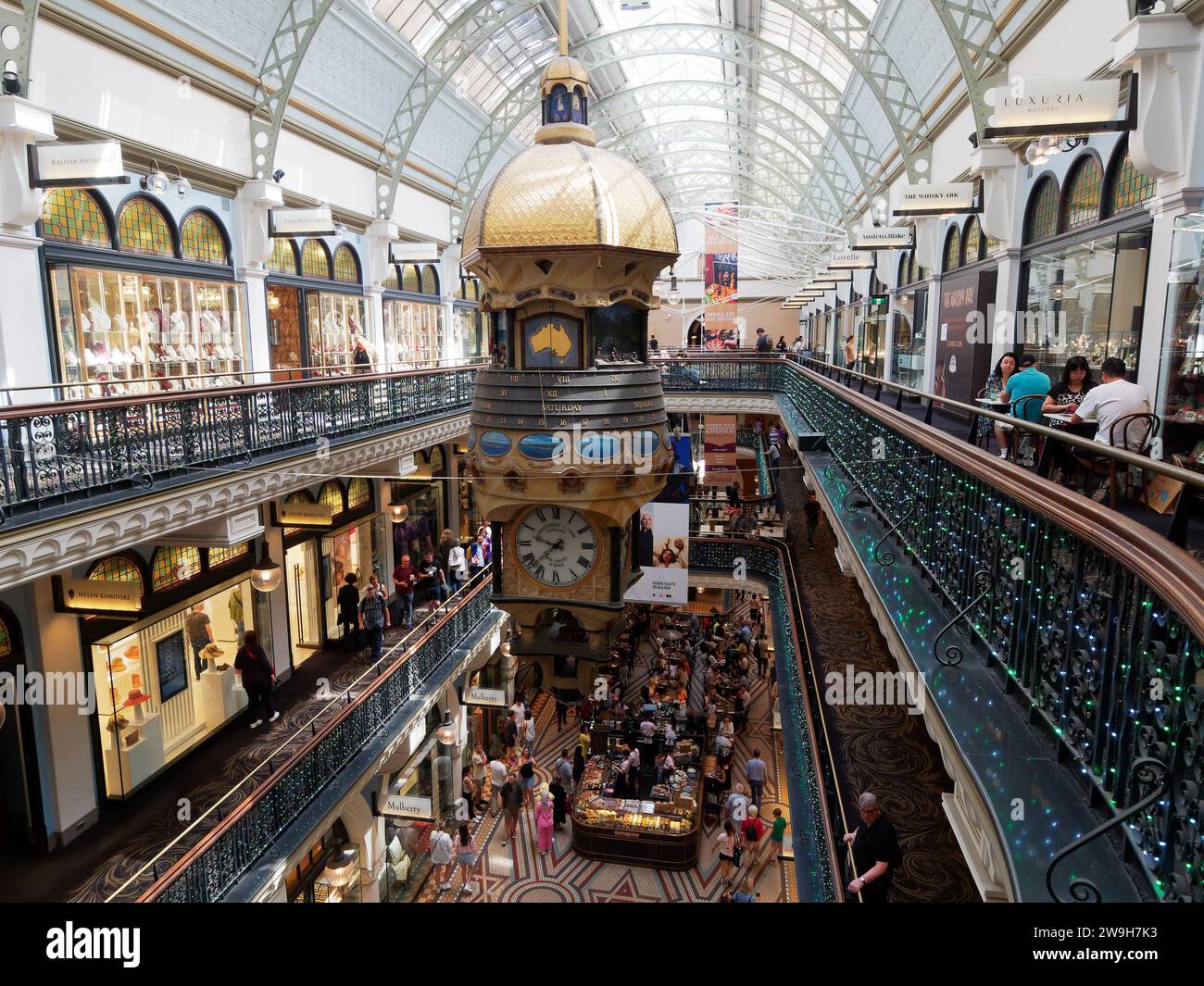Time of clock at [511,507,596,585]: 9:37
